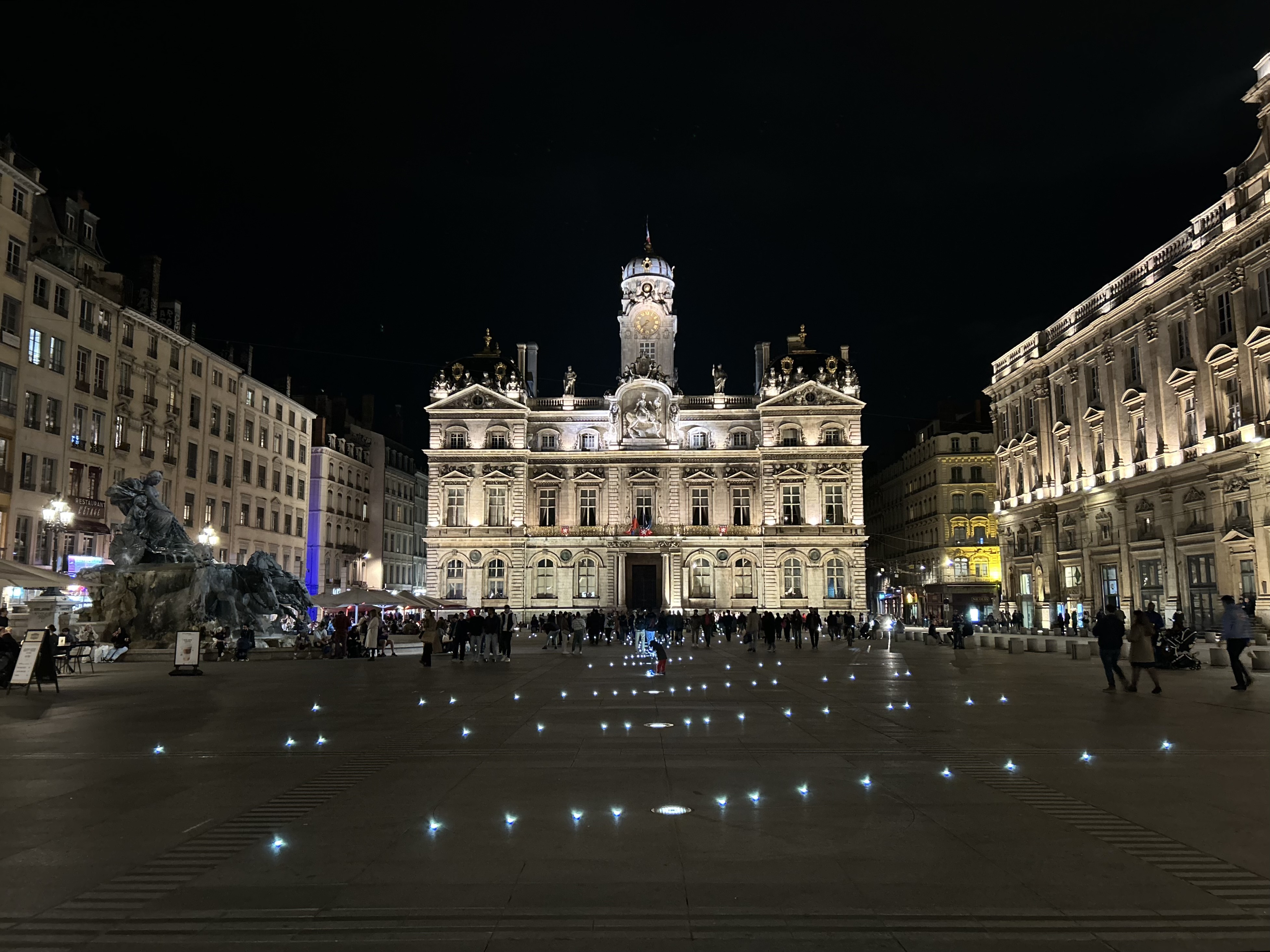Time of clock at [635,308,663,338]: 7:37
